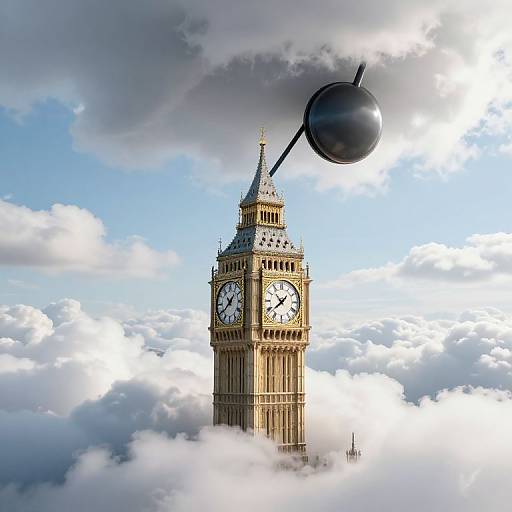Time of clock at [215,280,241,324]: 1:39
